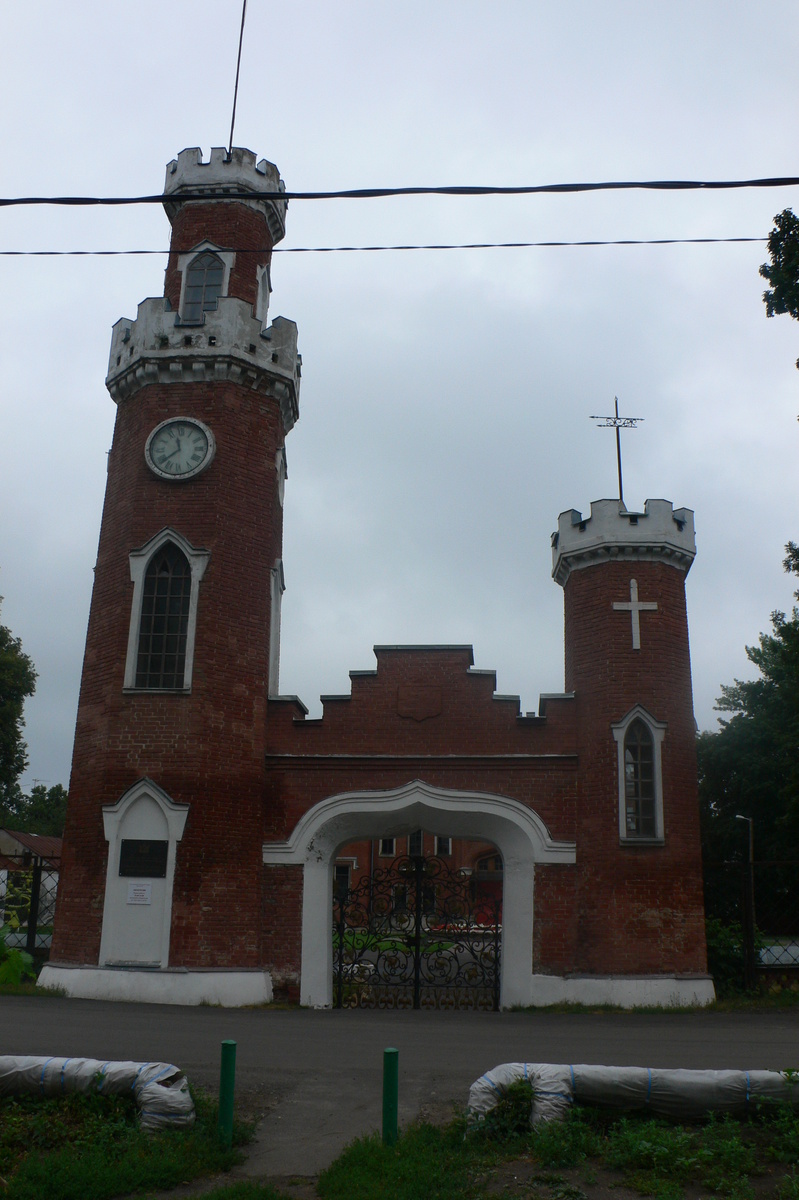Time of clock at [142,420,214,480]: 11:38
